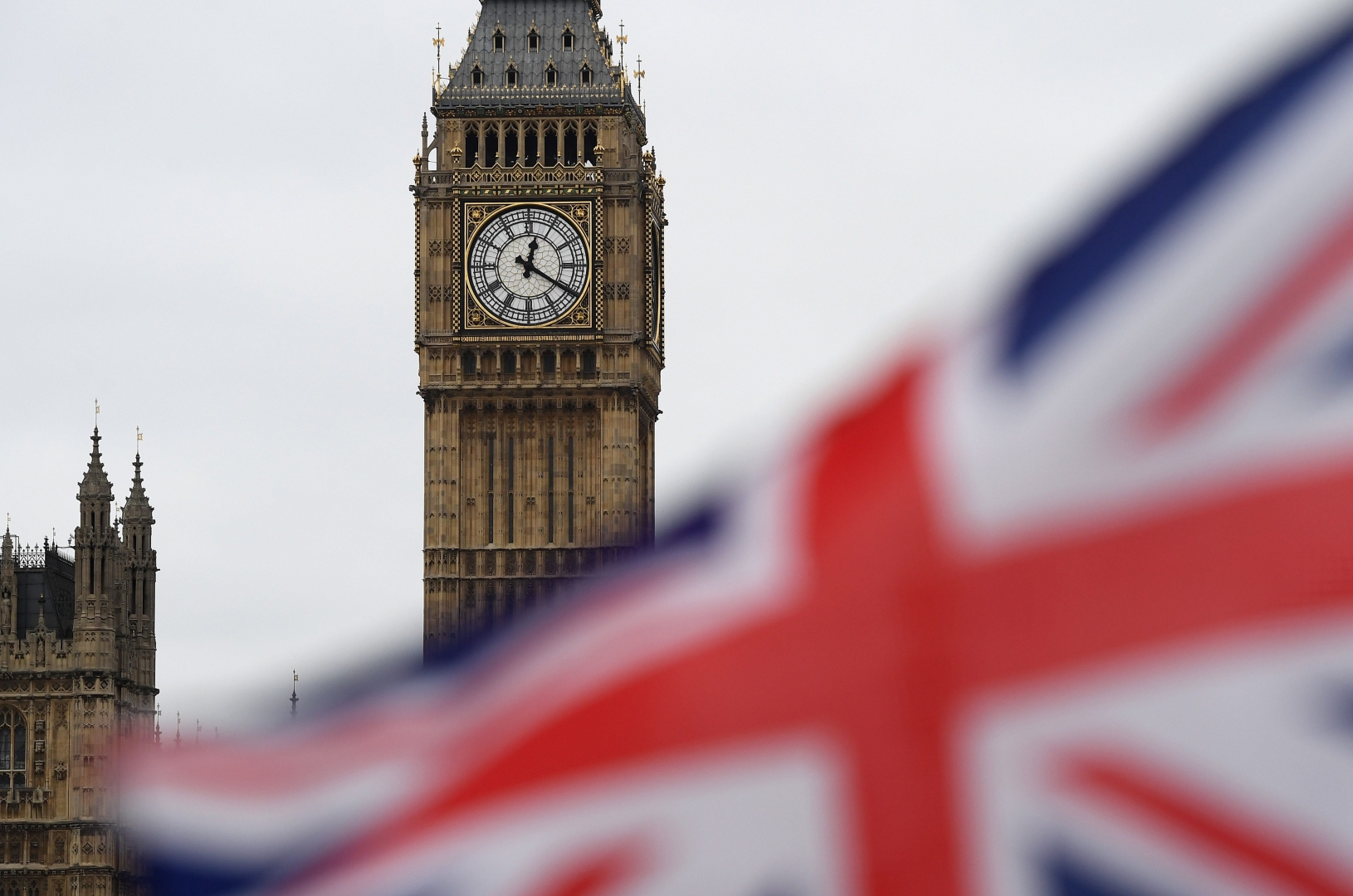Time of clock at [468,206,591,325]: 12:20
